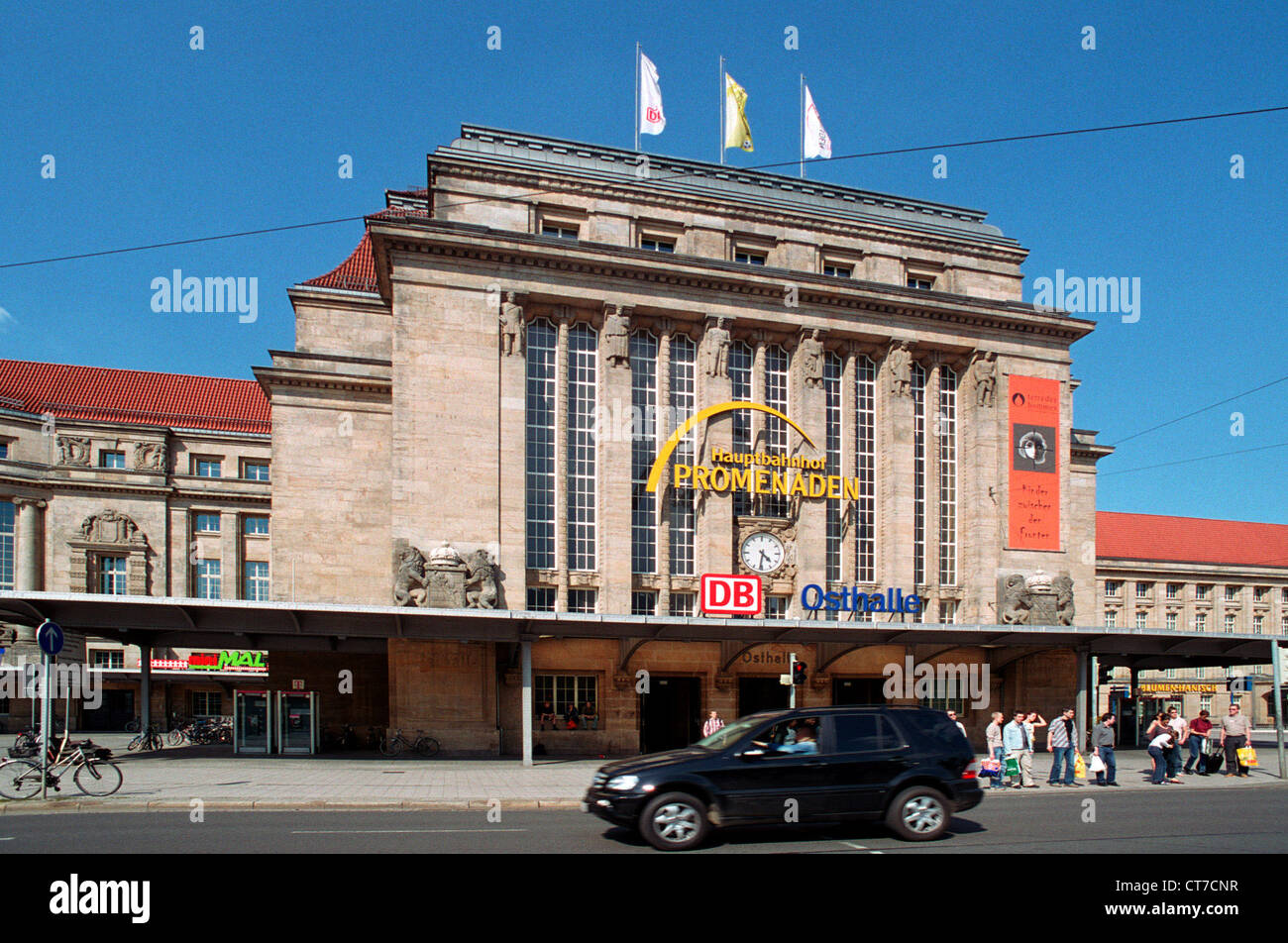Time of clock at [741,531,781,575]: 4:31
